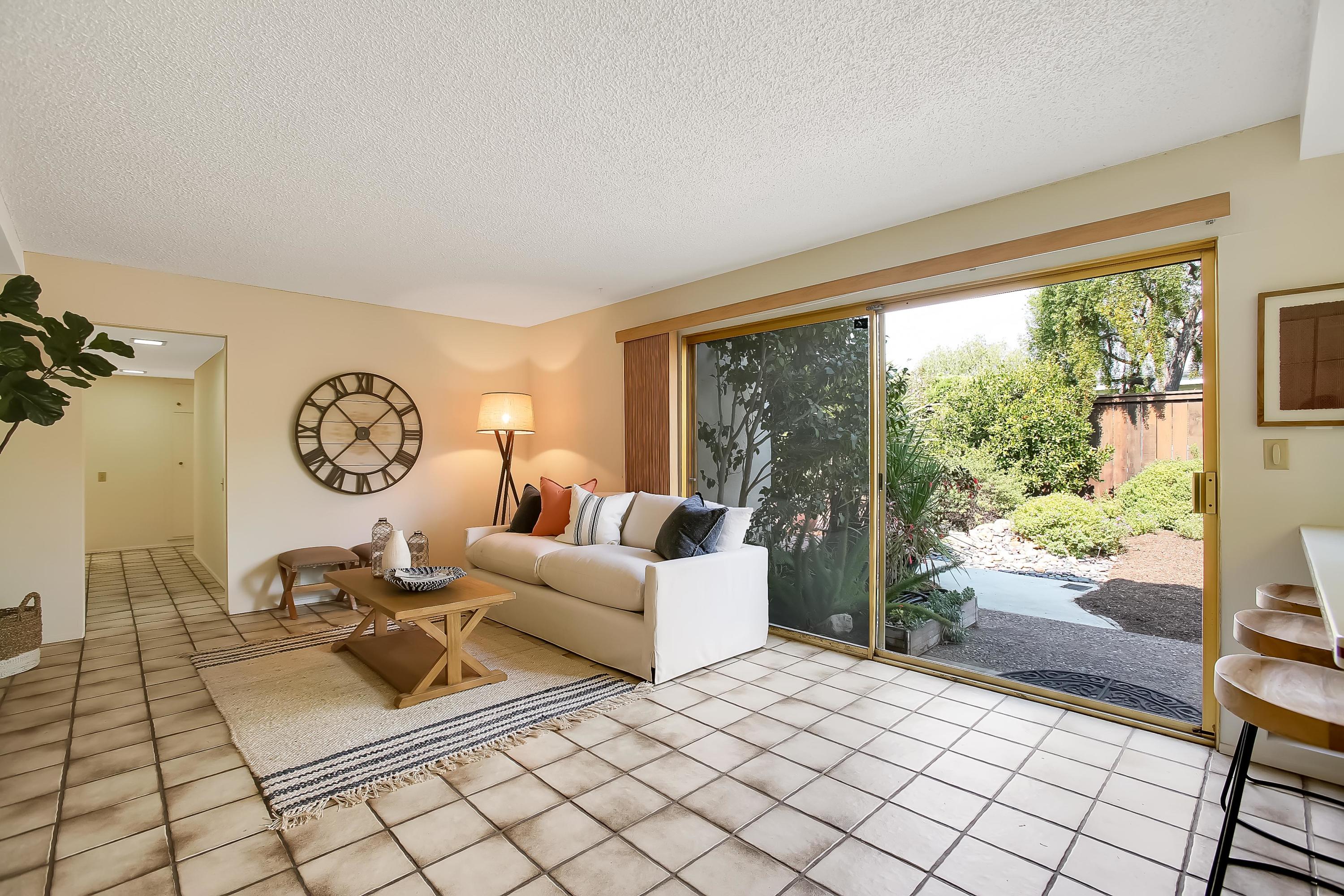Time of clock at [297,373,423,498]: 1:37
